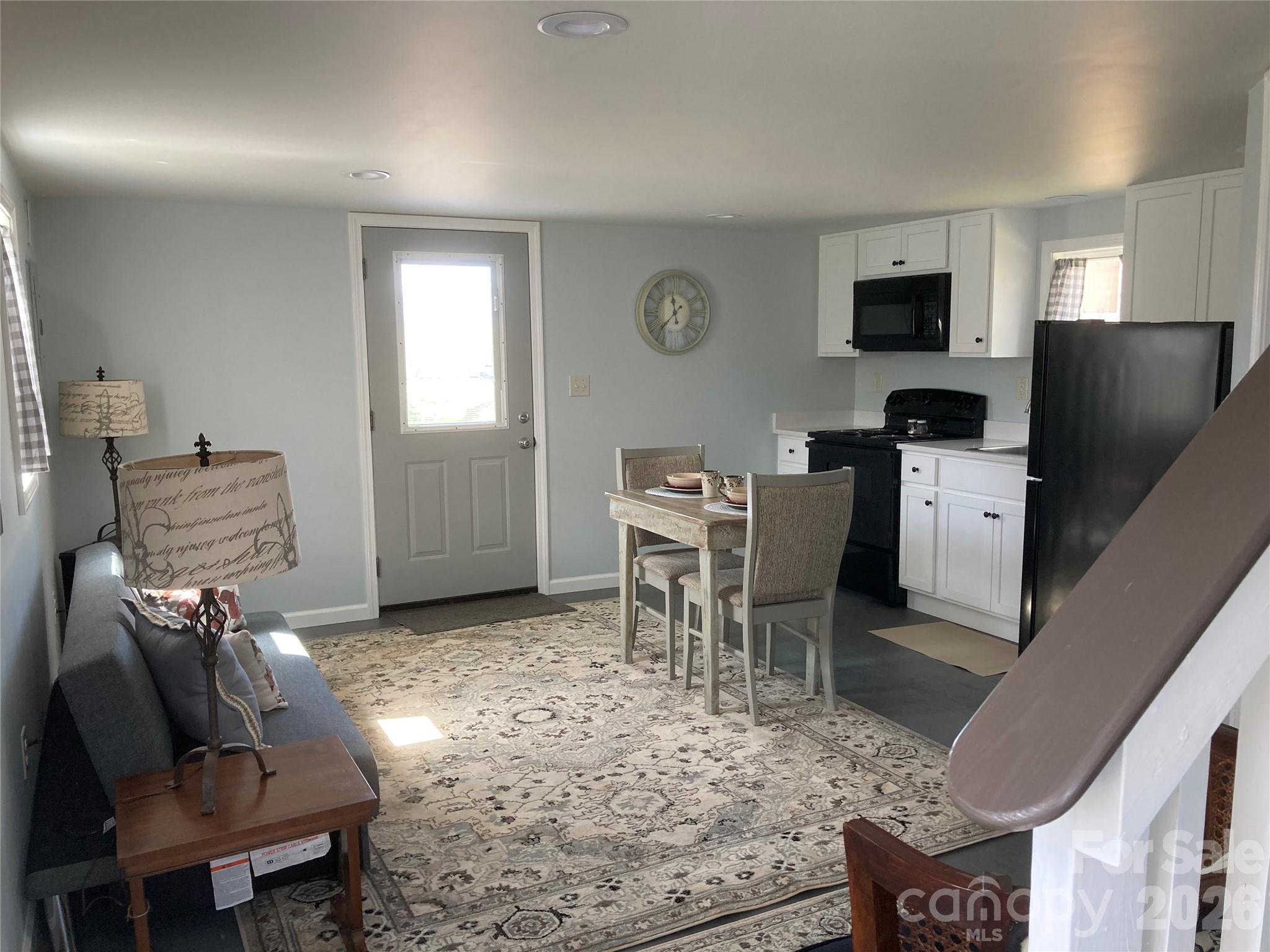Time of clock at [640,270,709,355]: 11:37
